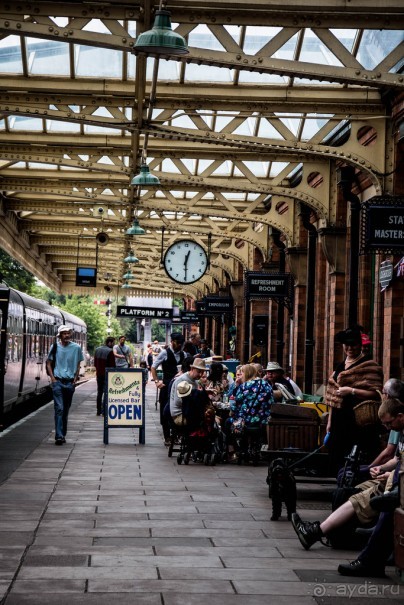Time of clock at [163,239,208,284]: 12:29
